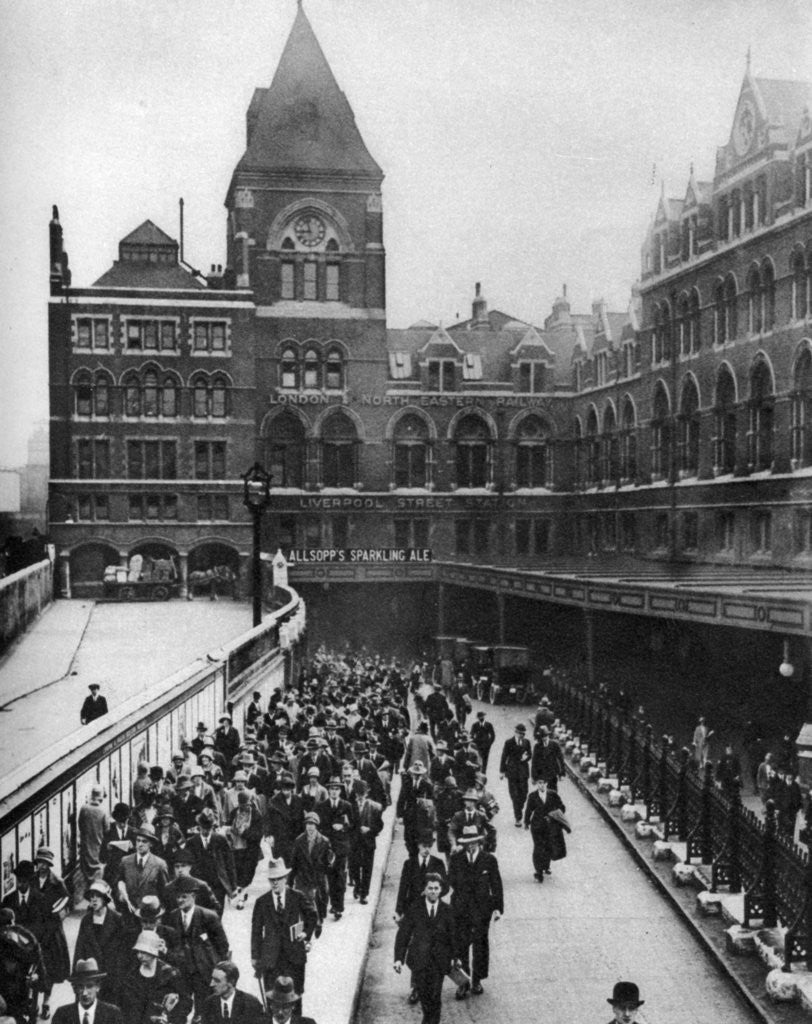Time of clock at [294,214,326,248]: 8:57
